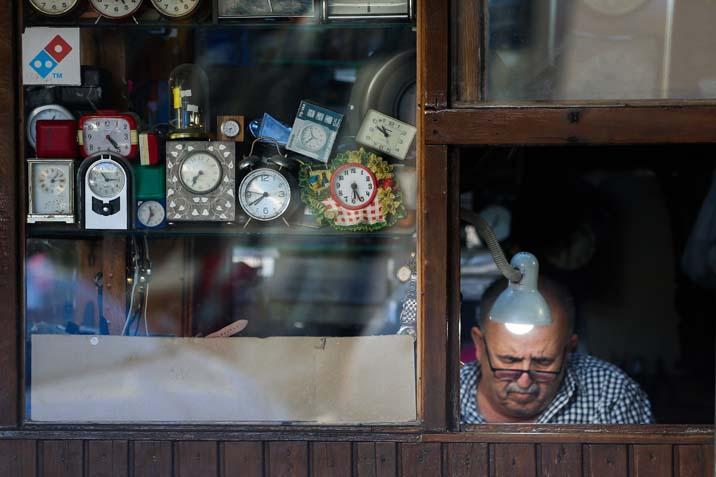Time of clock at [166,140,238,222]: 7:34
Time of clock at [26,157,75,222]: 1:13
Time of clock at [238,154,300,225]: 7:46
